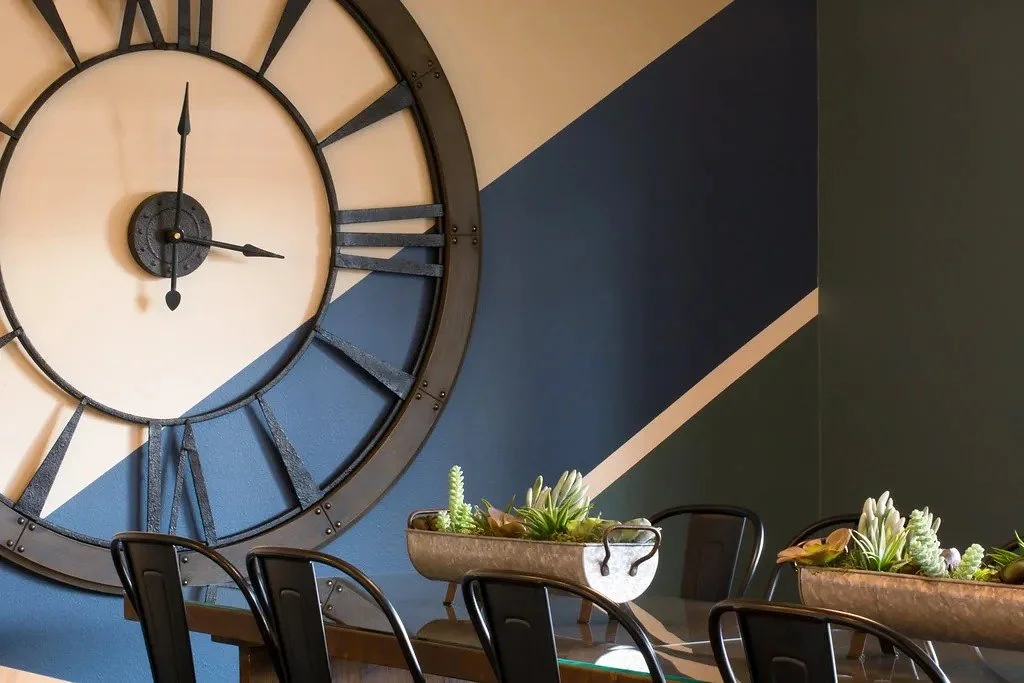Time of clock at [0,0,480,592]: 3:01
